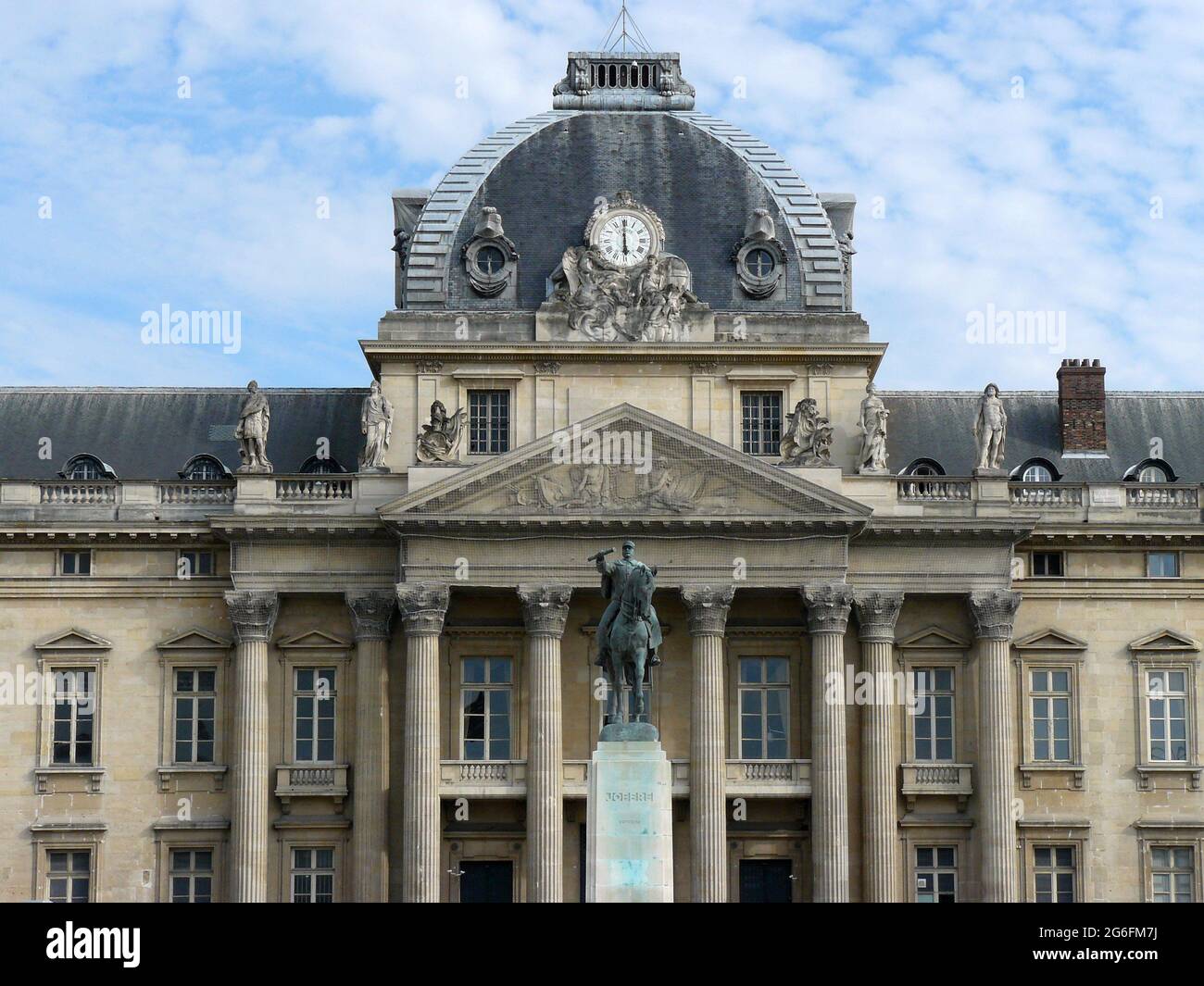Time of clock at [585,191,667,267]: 5:59
